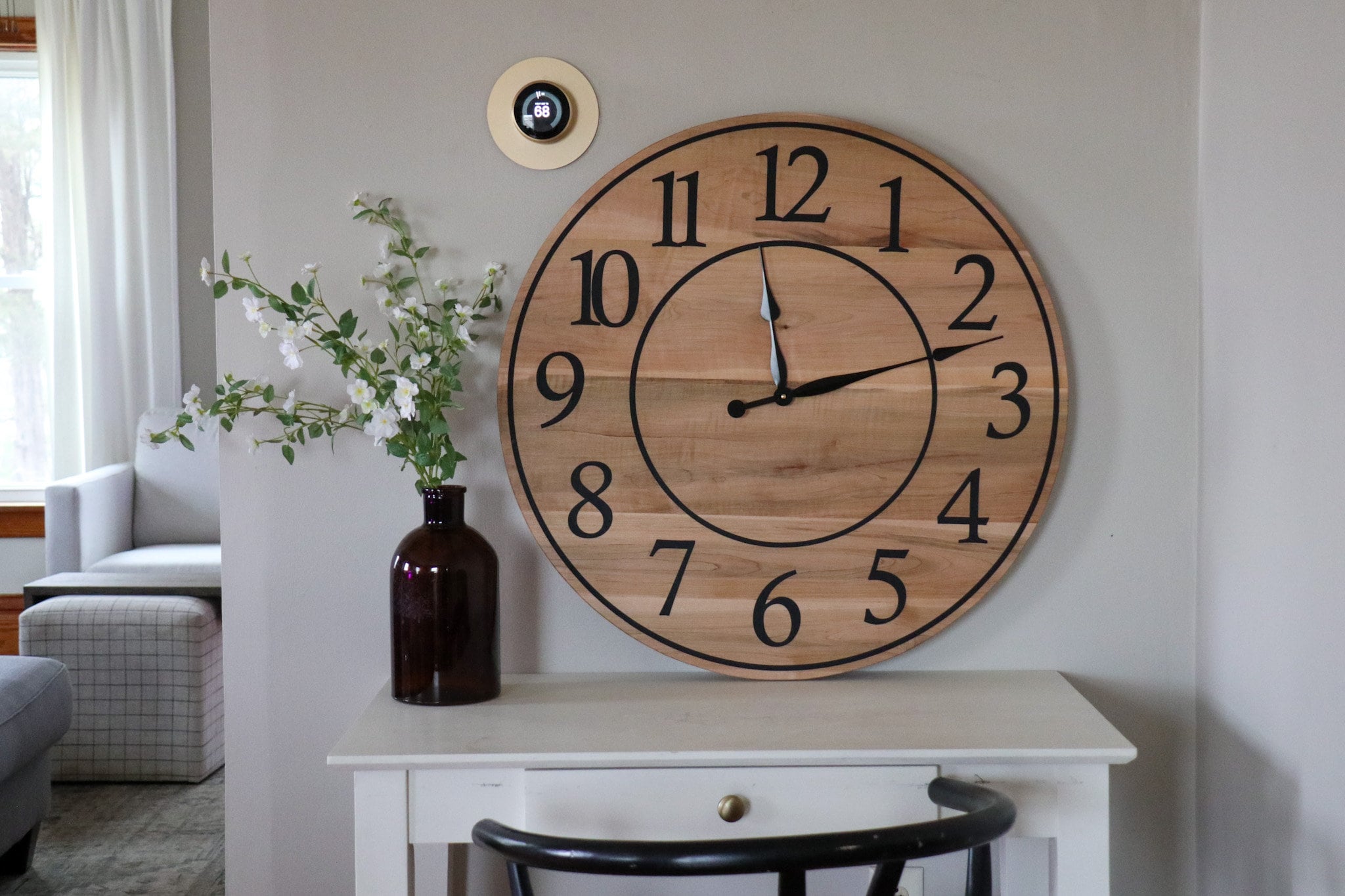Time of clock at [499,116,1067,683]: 12:12
